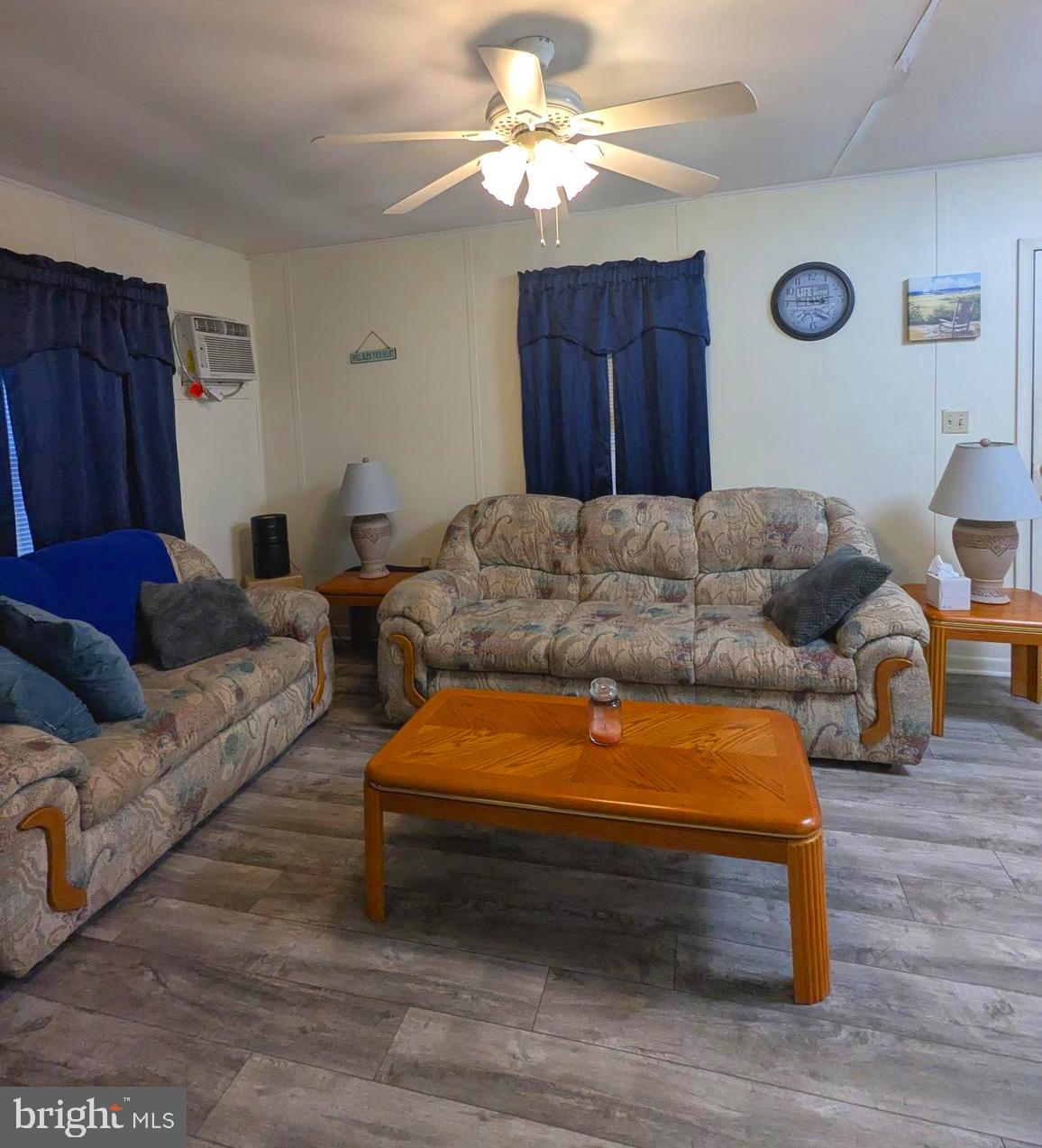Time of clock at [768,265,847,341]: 2:45
